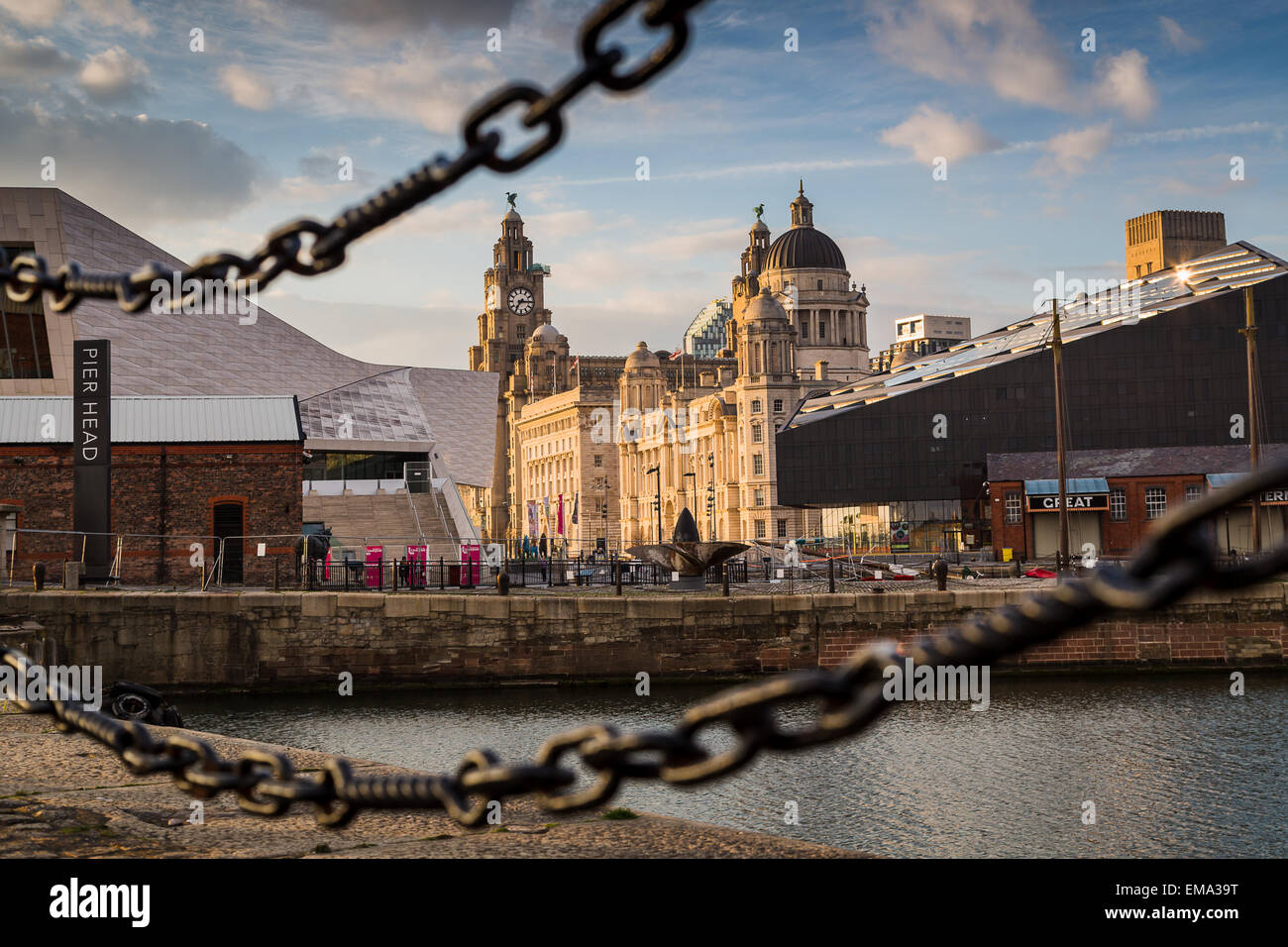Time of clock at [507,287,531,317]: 7:15
